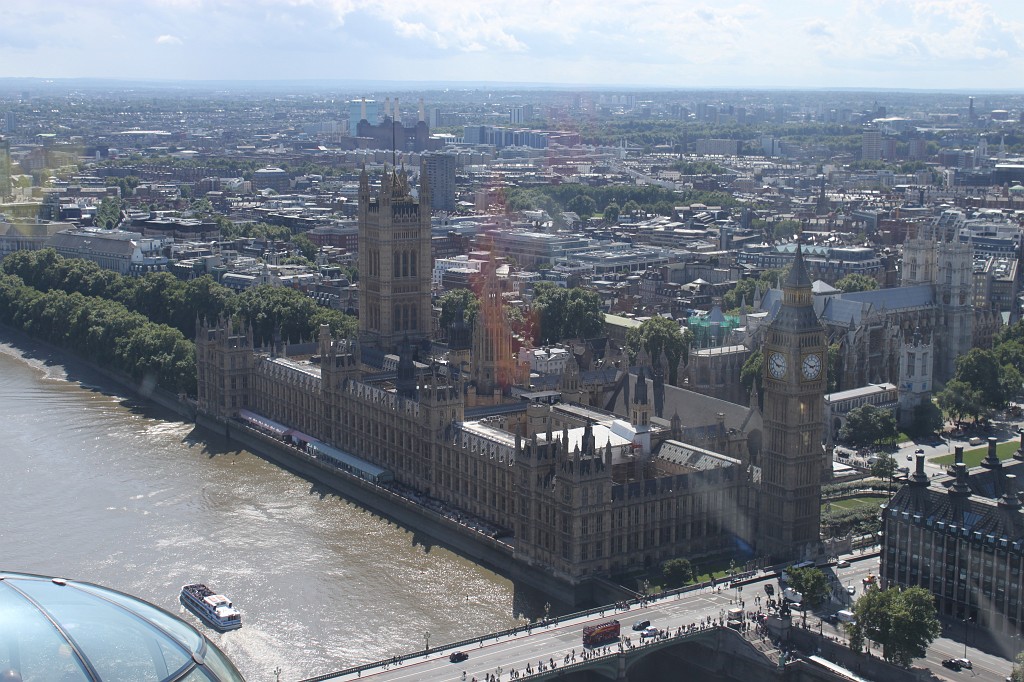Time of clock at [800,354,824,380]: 2:50
